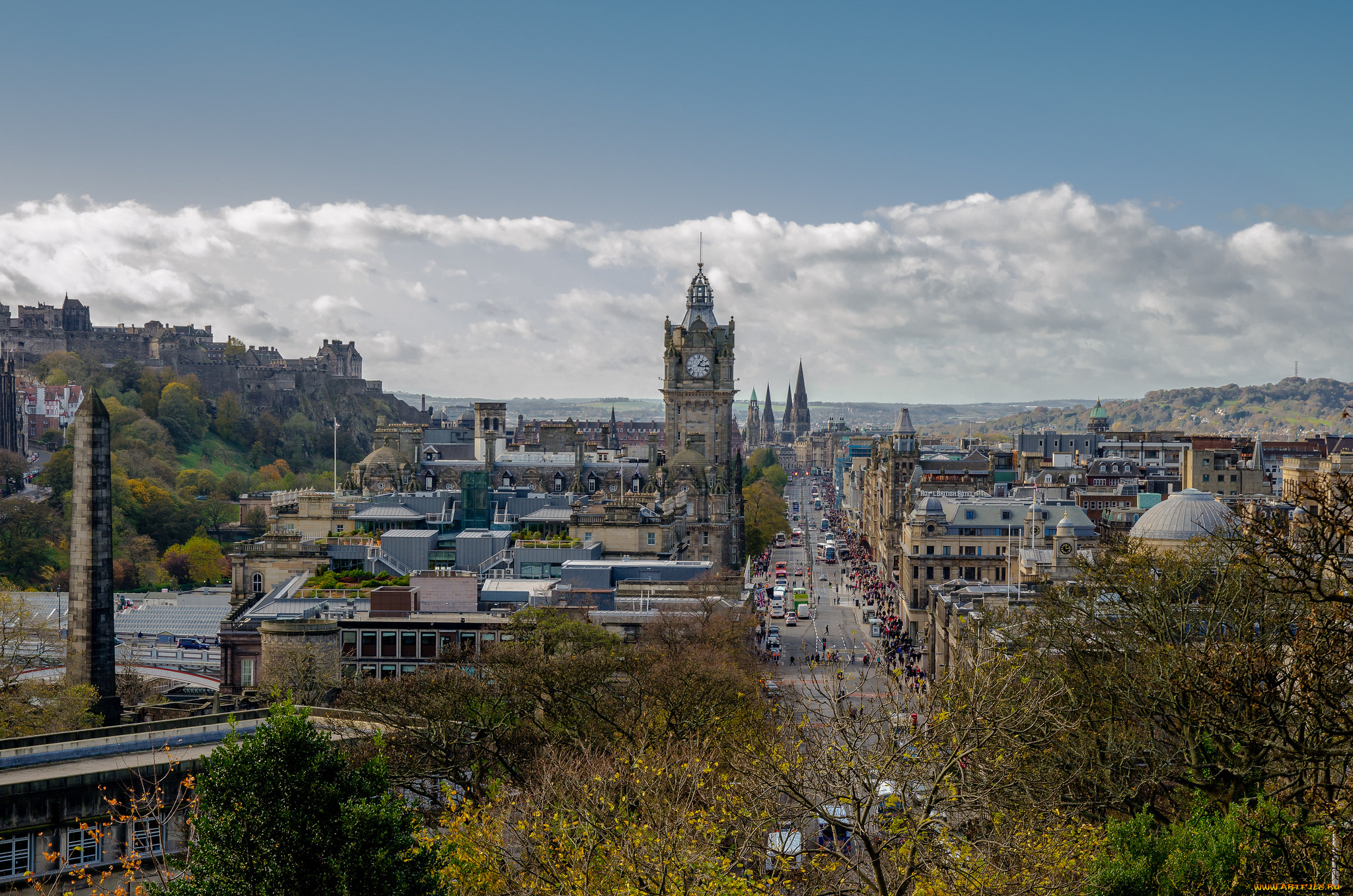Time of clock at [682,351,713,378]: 1:16
